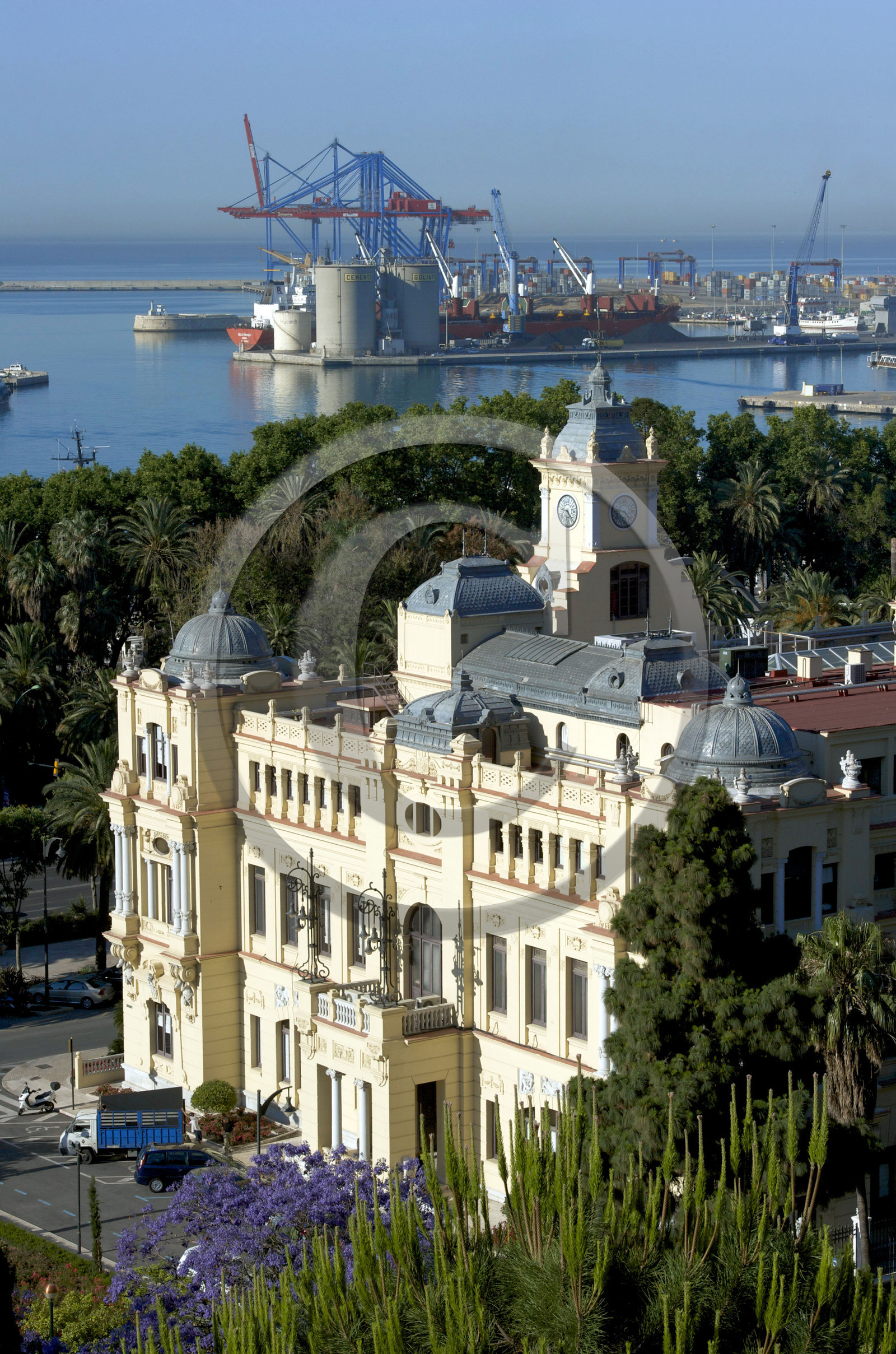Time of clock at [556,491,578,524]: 9:22
